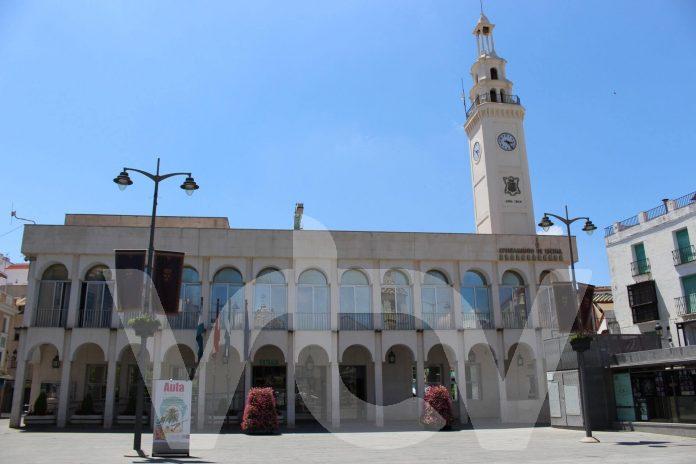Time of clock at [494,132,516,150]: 3:23
